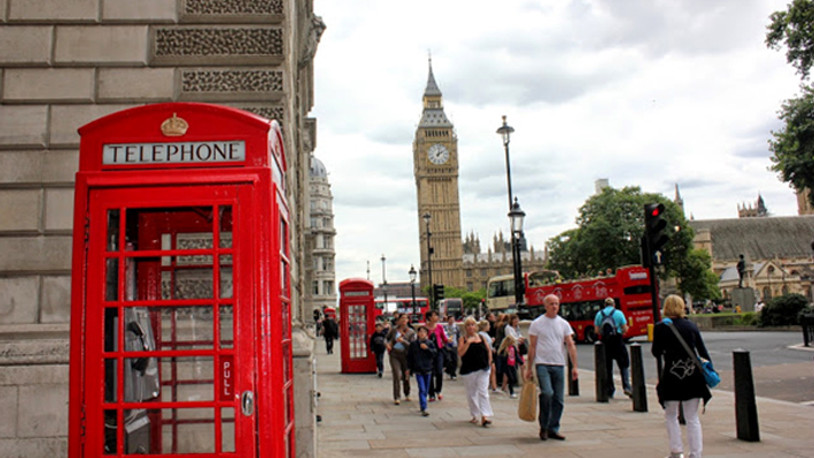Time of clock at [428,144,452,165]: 2:02
